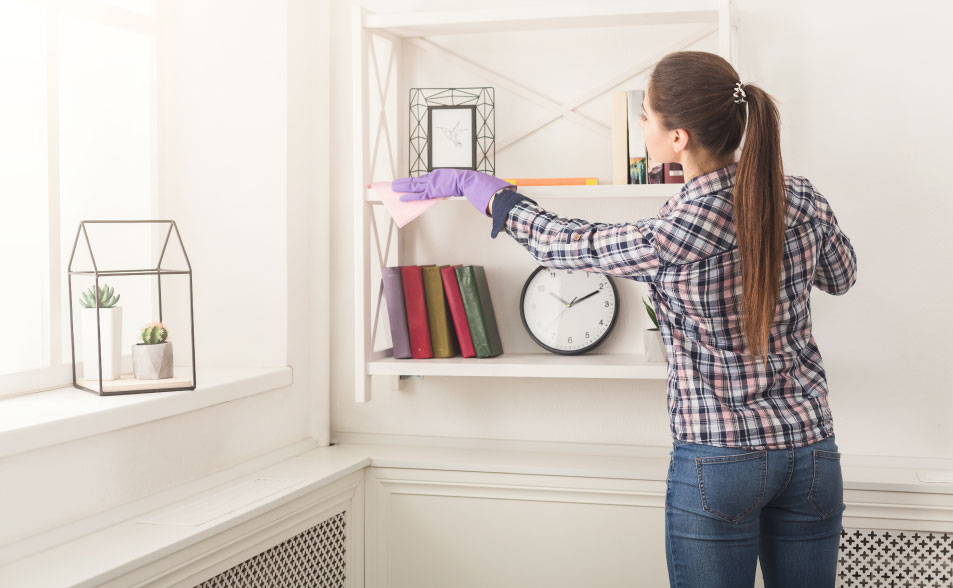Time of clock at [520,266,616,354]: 2:11
